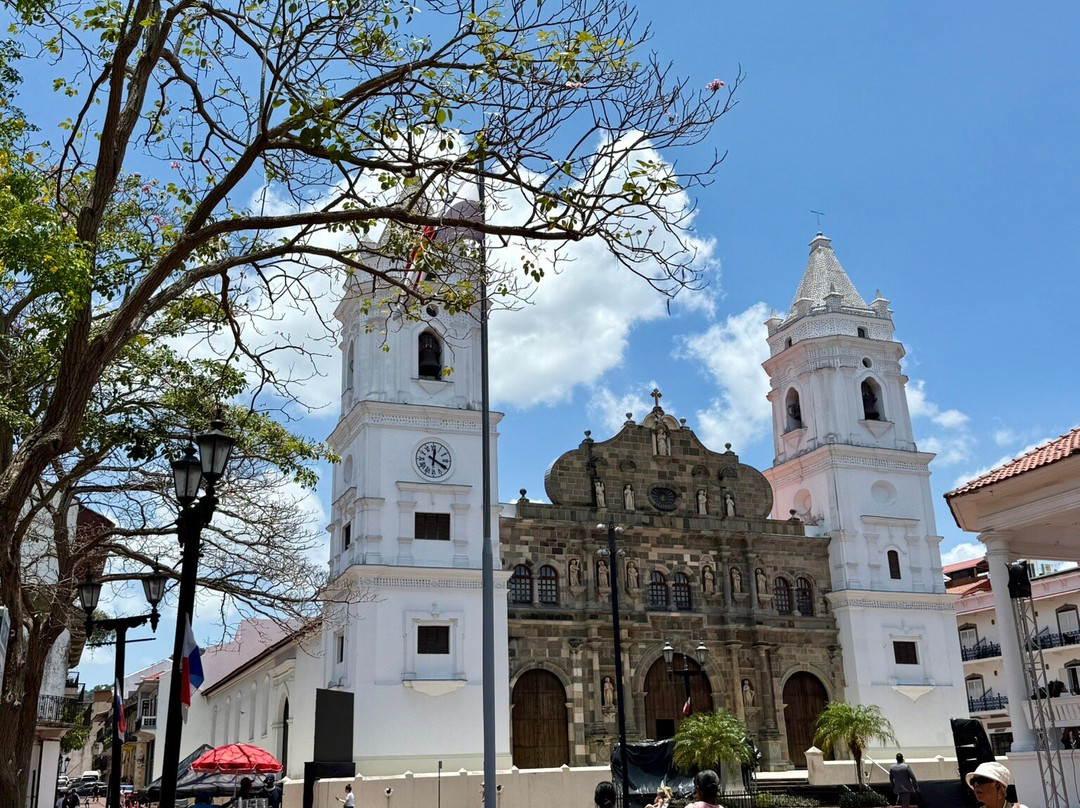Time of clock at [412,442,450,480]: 4:01
